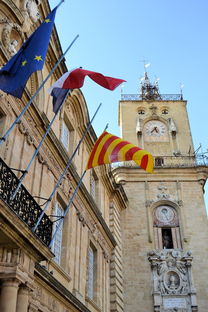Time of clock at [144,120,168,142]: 7:25
